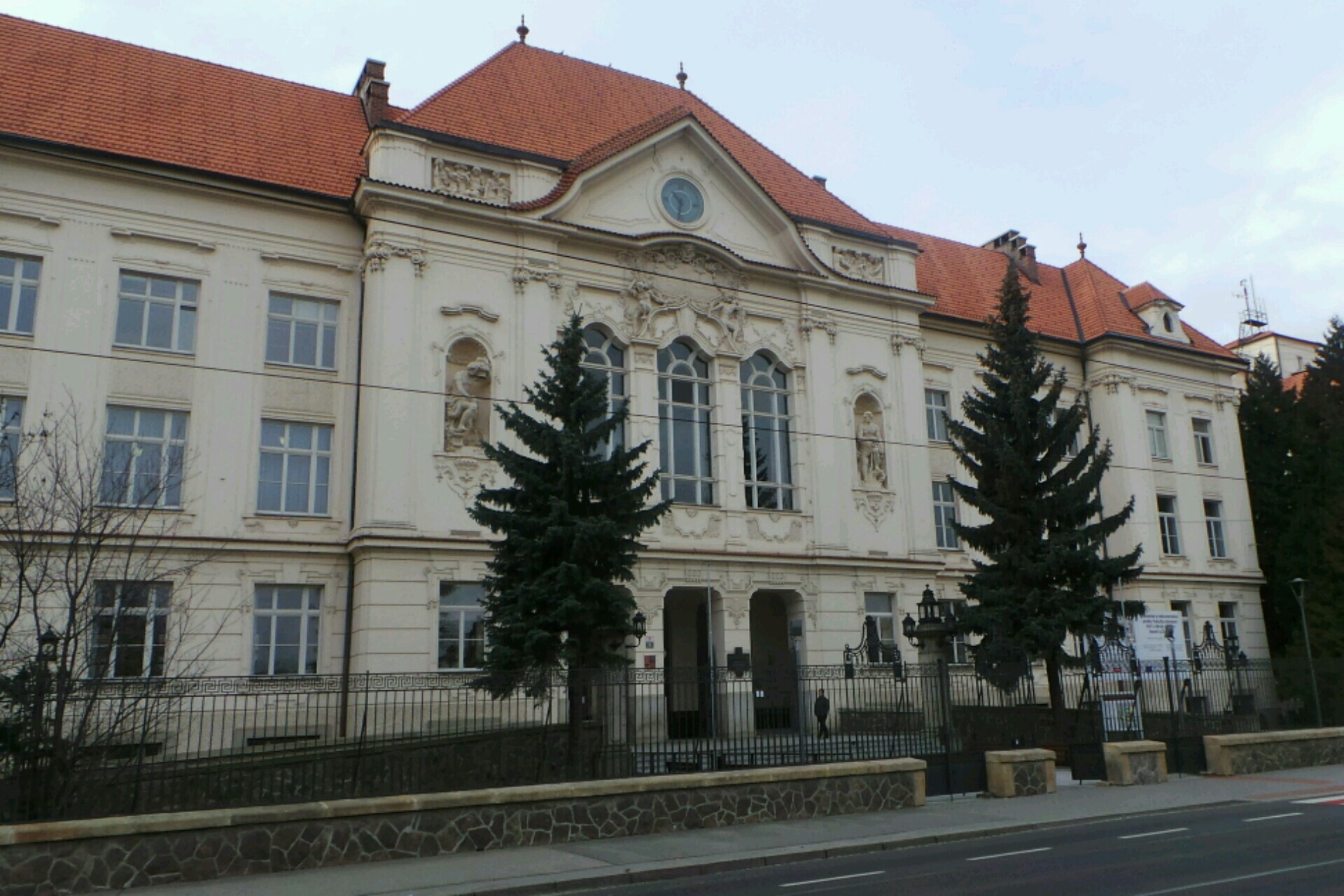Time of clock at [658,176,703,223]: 10:32
